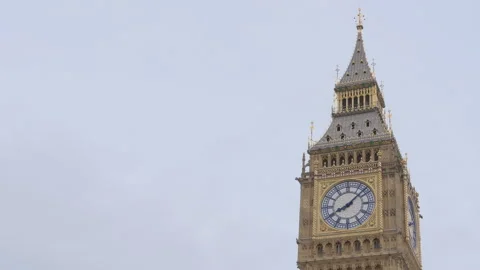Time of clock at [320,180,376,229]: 8:07
